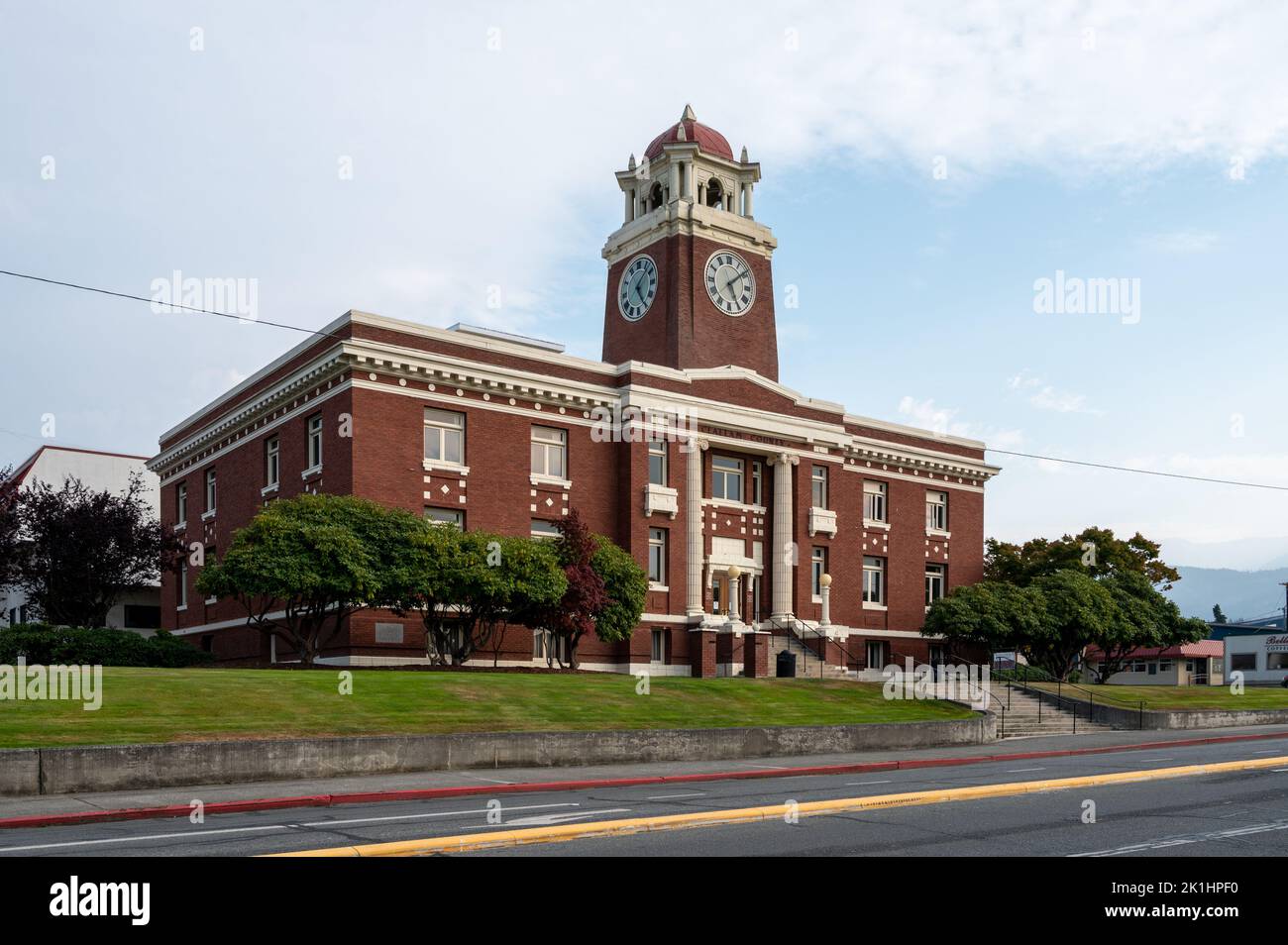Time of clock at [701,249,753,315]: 5:08
